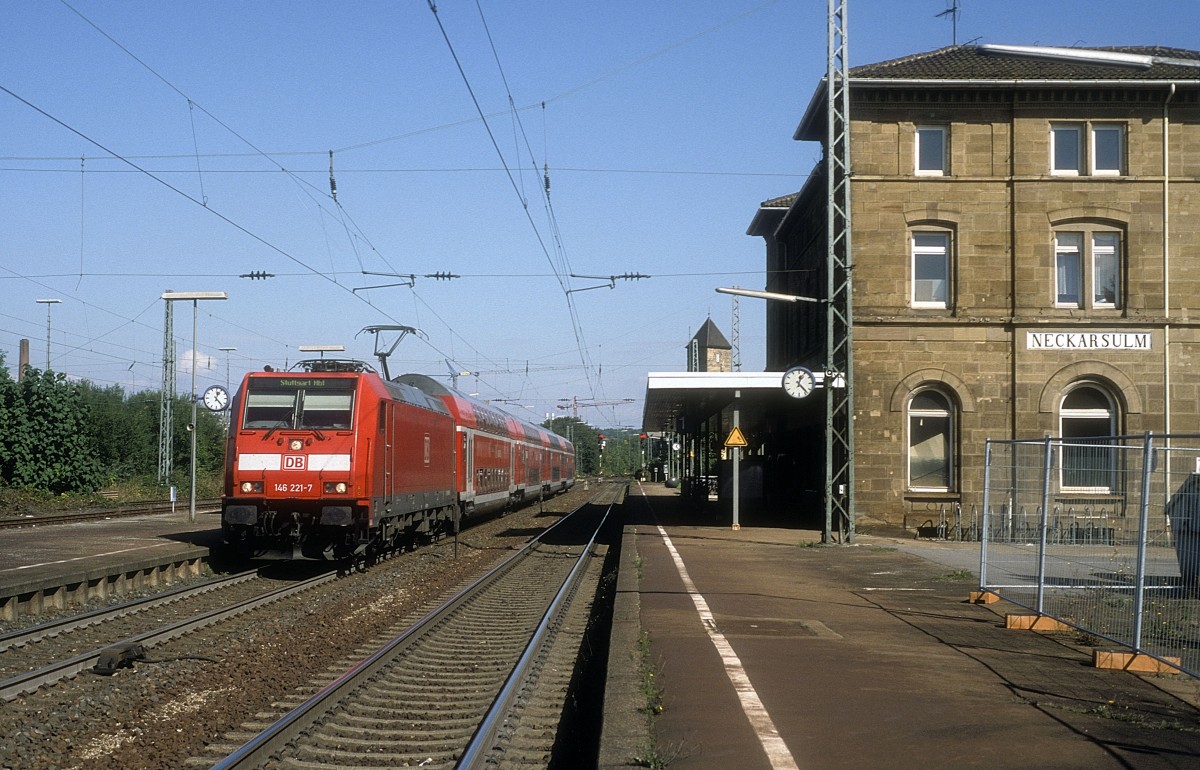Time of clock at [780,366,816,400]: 12:23
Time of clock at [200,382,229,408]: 12:23
